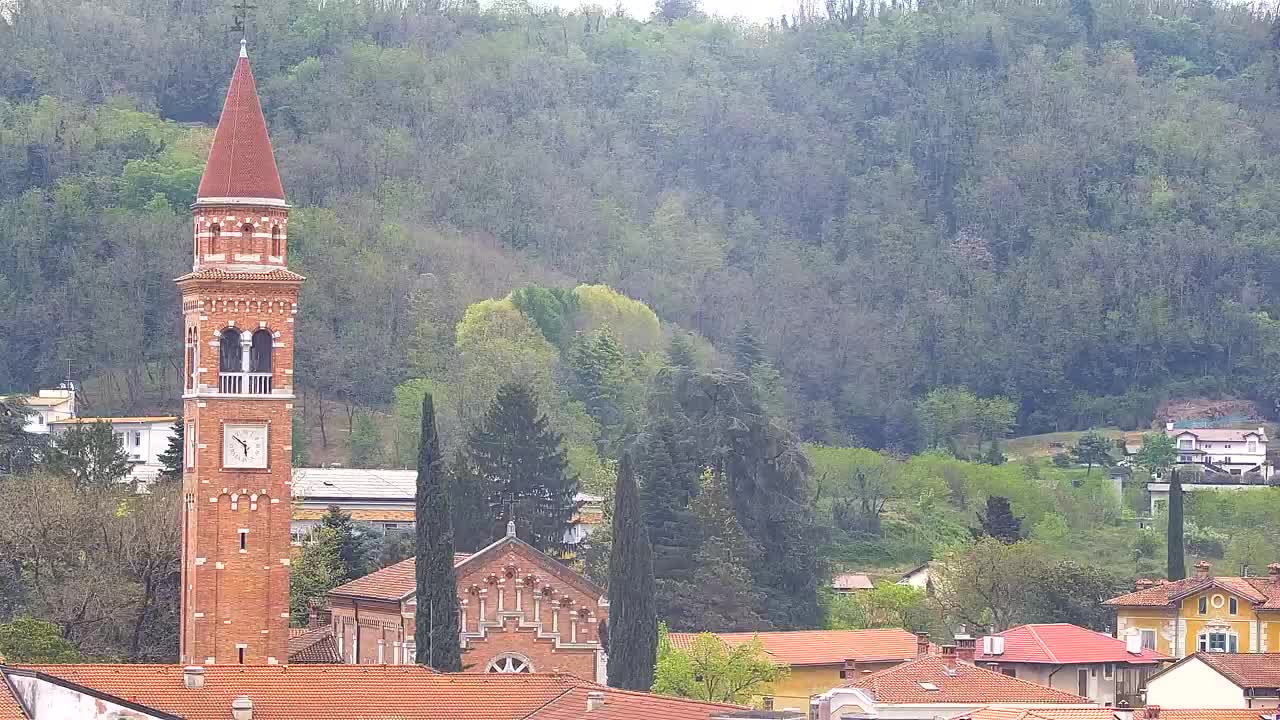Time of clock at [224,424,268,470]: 5:51
